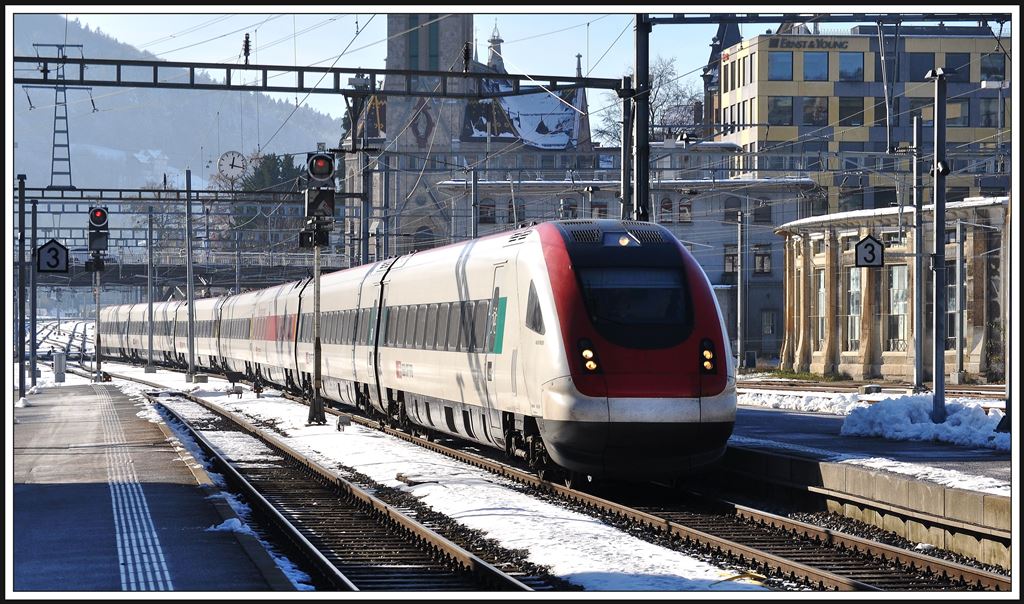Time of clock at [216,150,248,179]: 12:16
